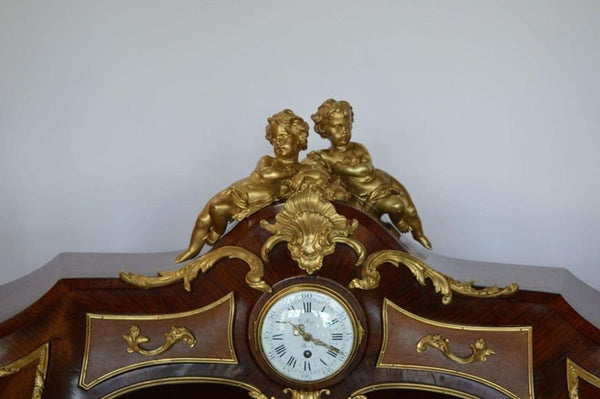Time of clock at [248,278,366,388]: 10:18
